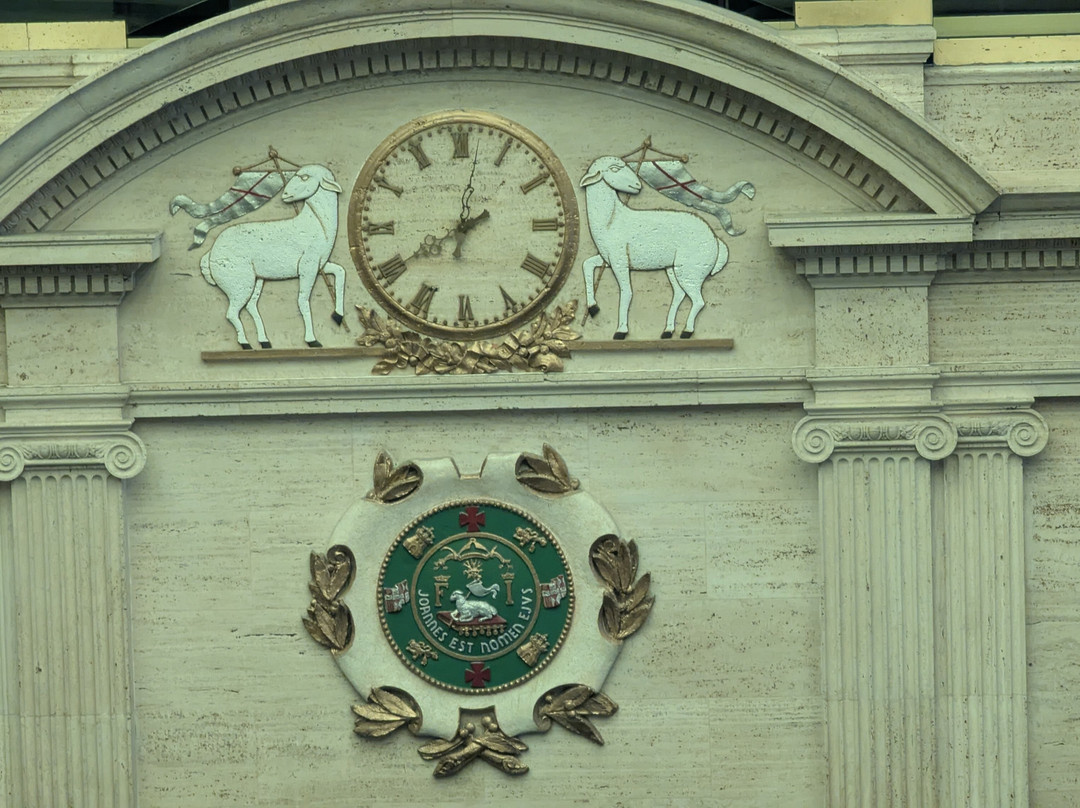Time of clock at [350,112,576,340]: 8:01
